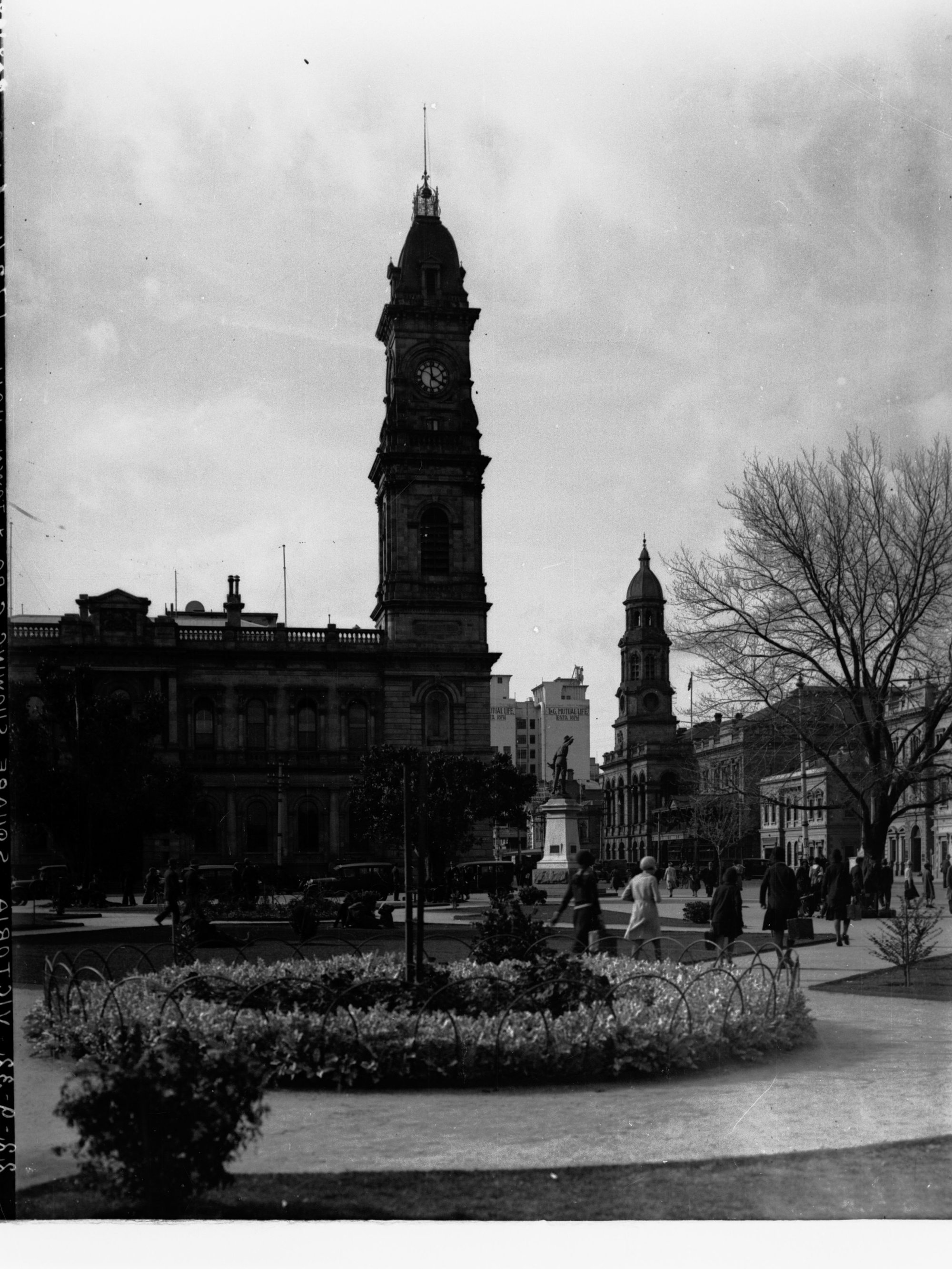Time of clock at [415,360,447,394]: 3:58
